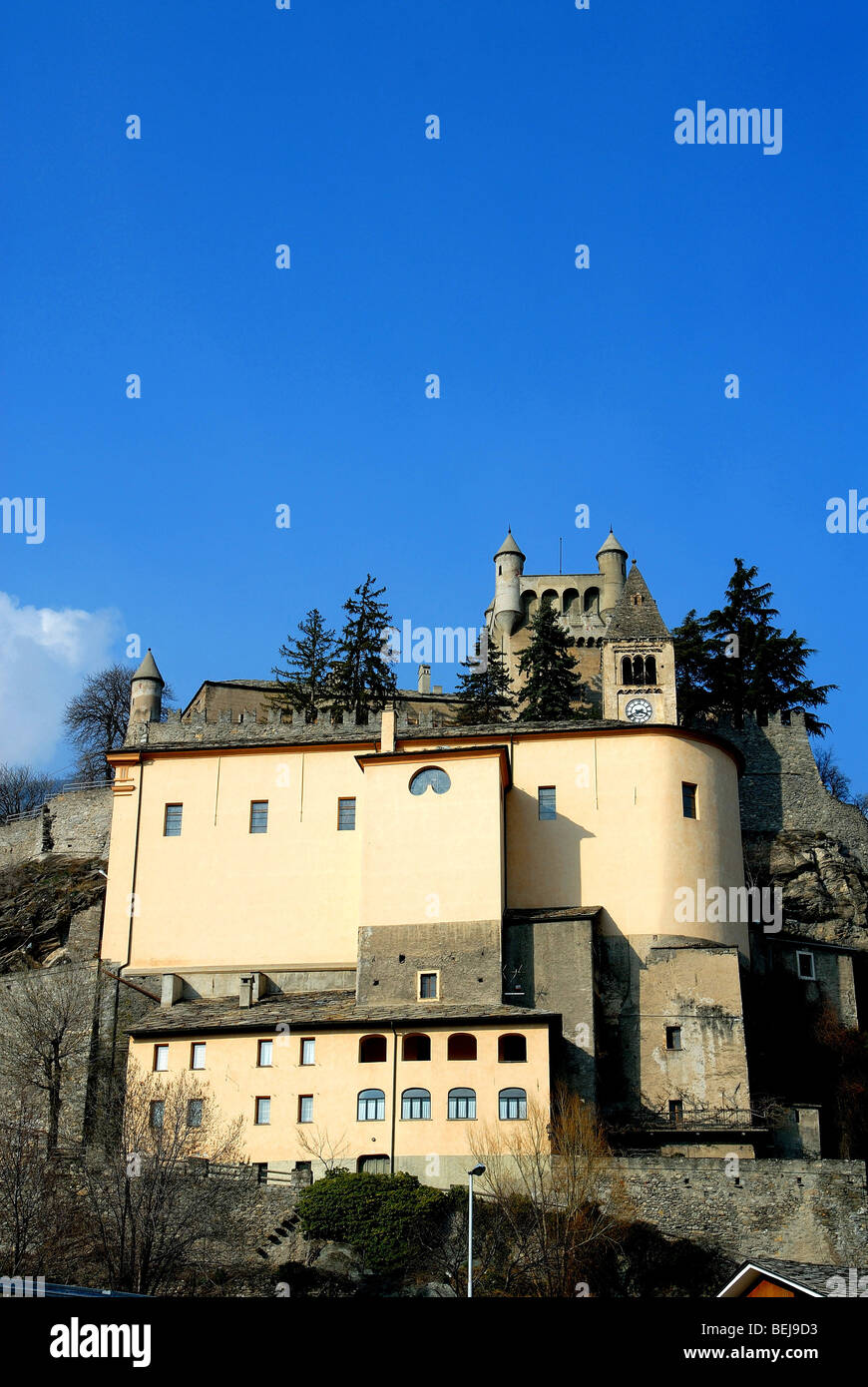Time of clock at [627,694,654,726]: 3:40
